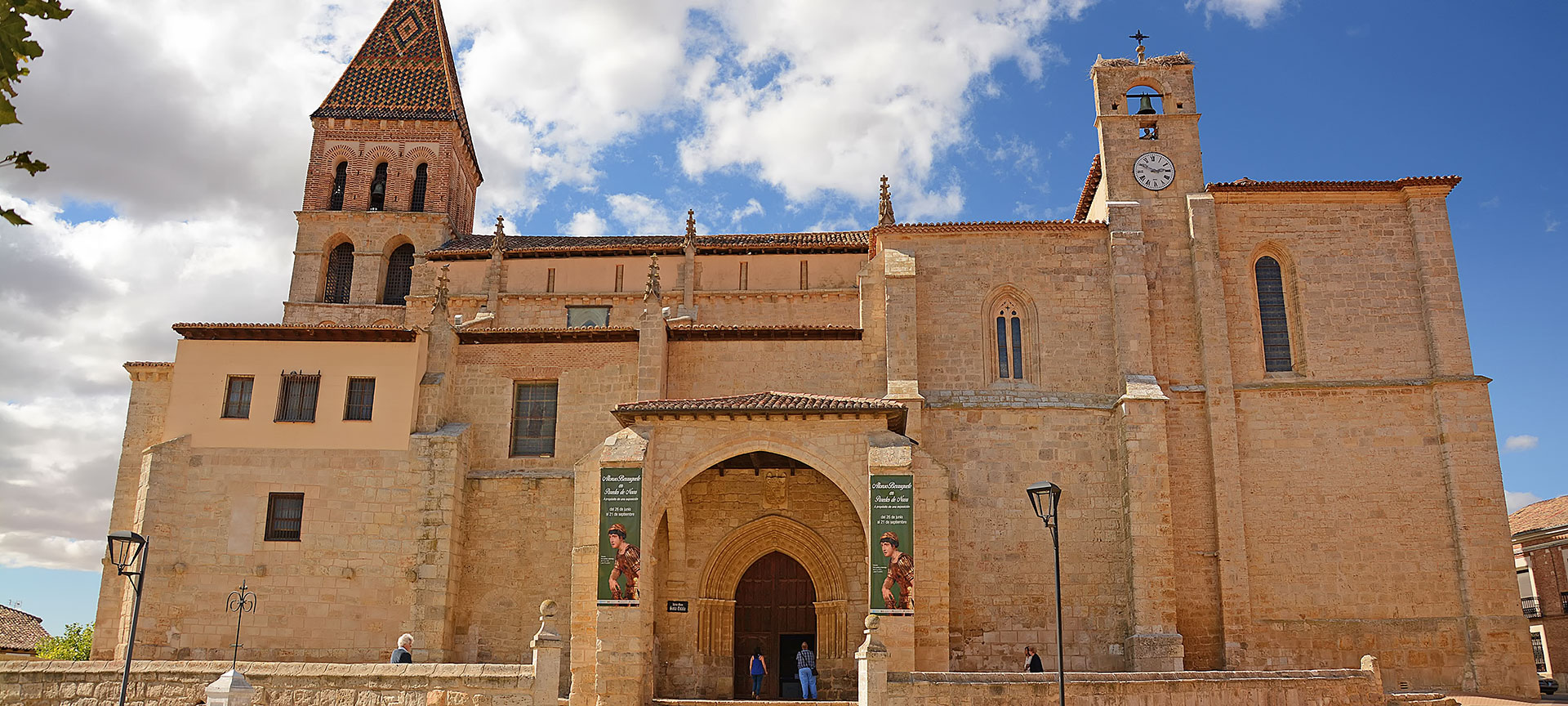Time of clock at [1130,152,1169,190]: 2:50
